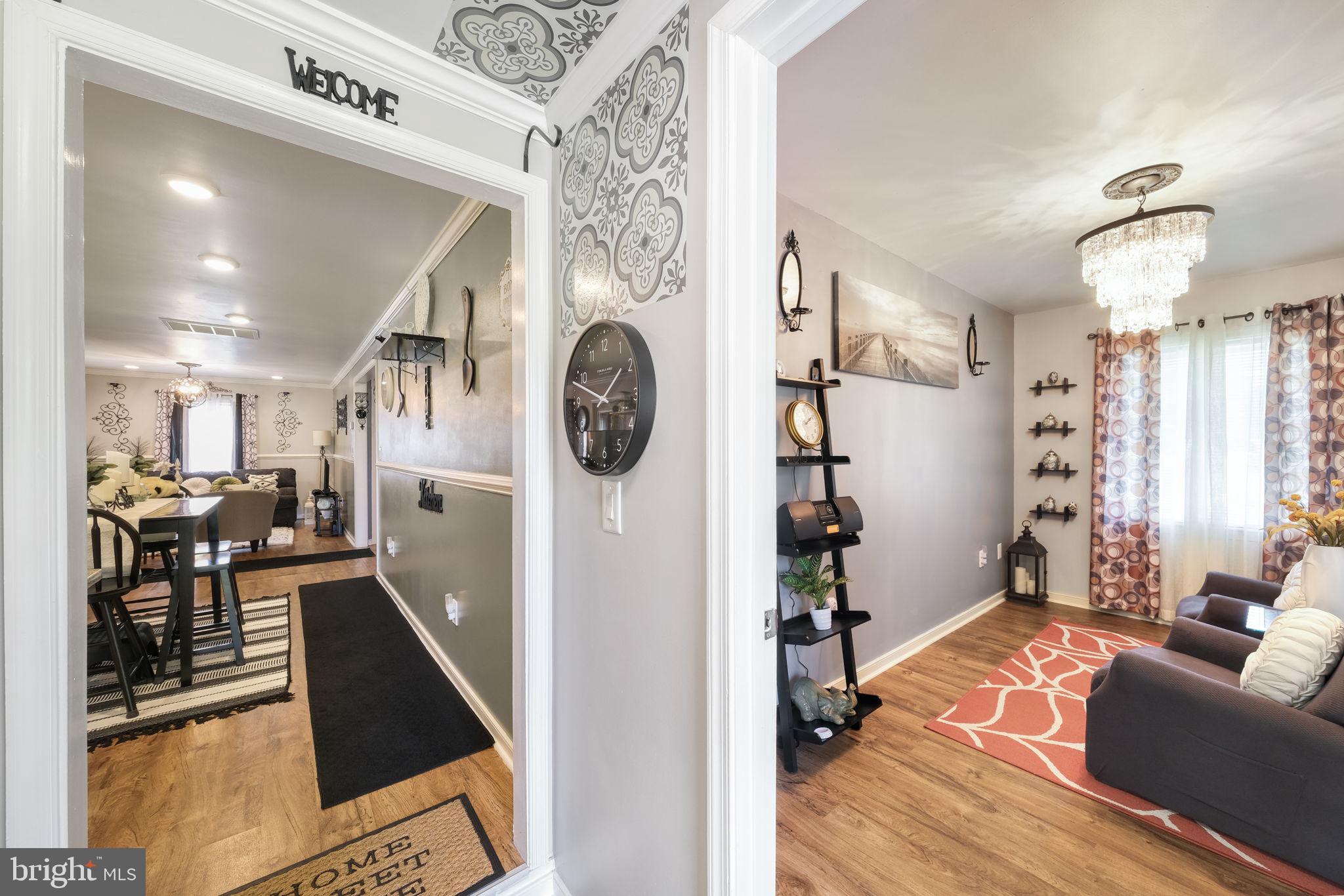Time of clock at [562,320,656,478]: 1:48
